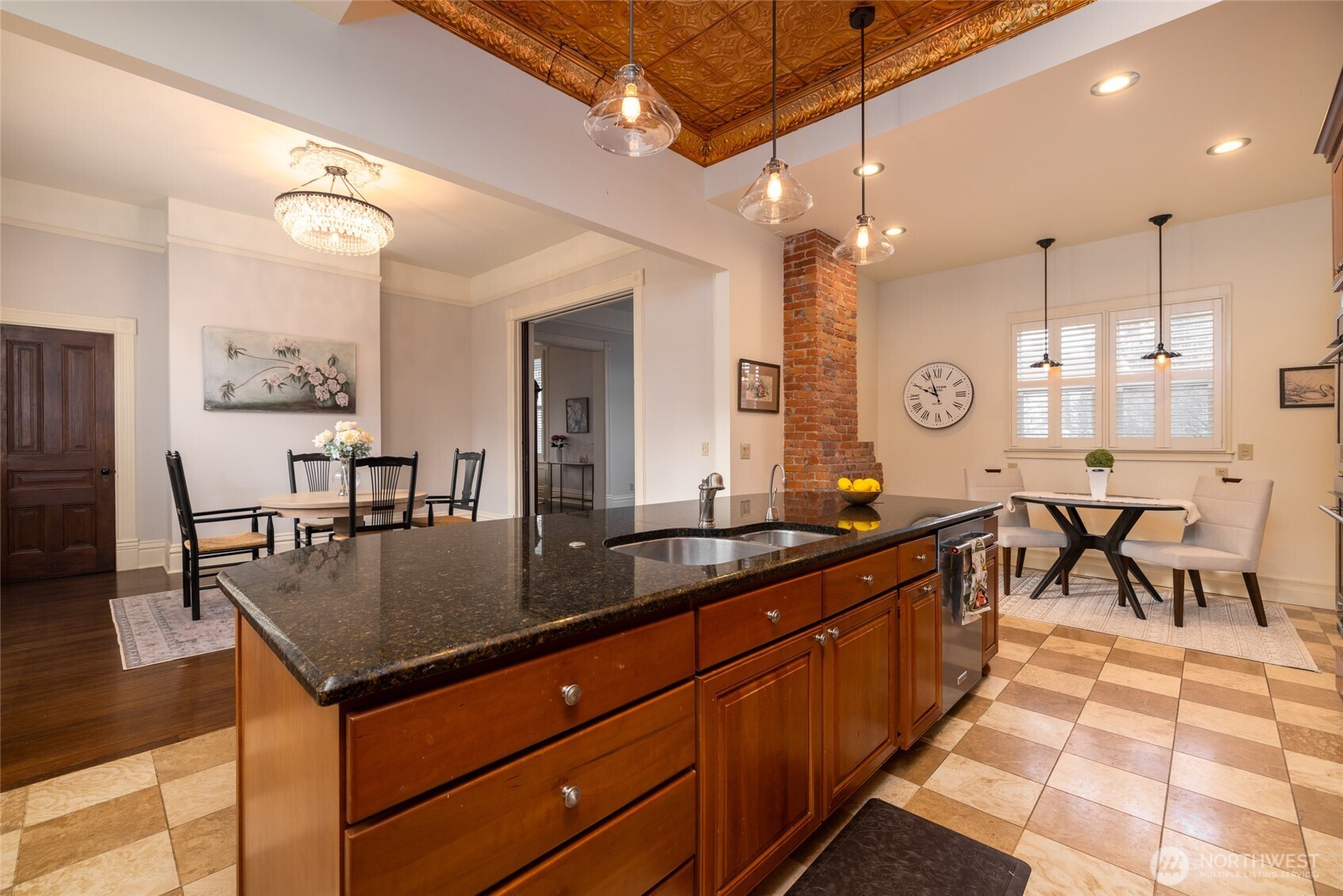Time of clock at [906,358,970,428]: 9:56
